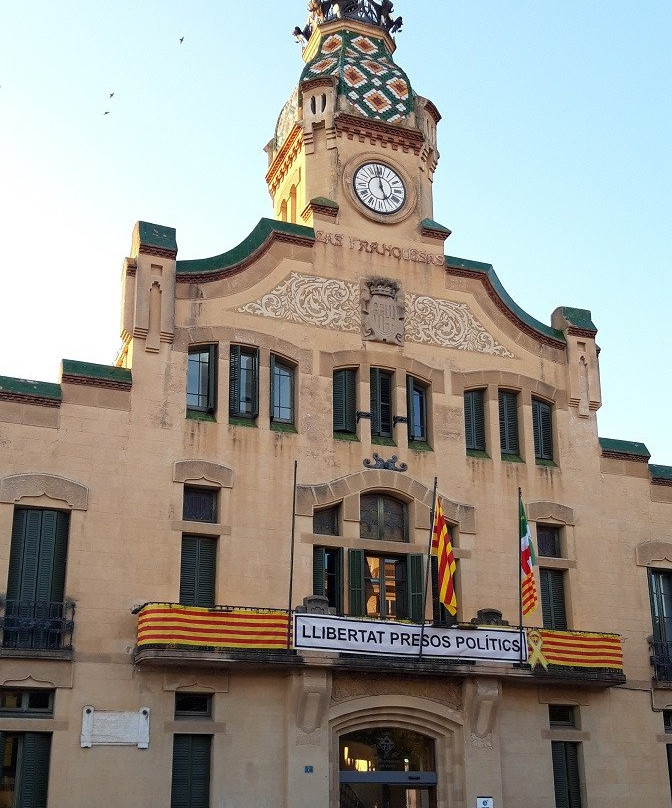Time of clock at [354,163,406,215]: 4:58
